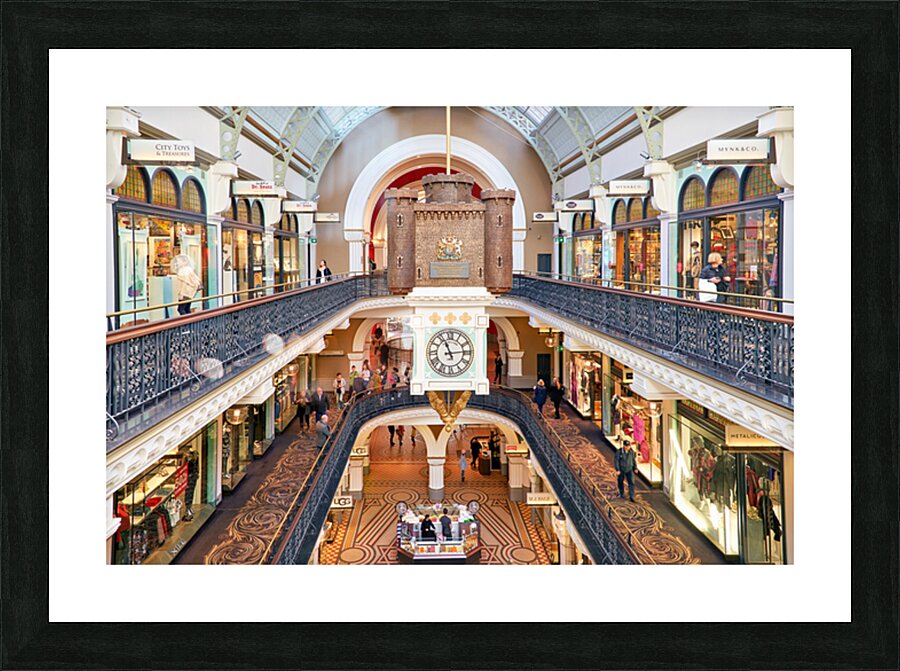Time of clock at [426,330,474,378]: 11:13
